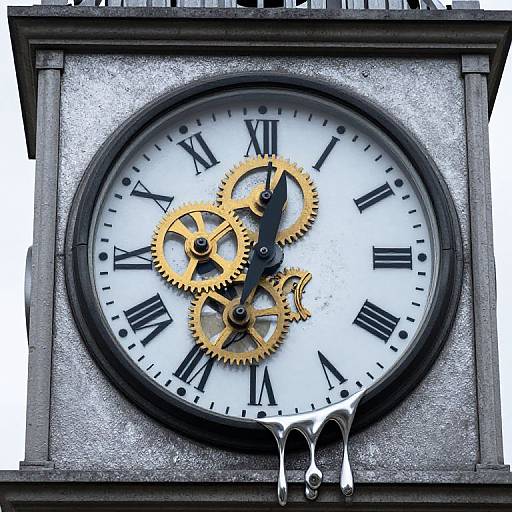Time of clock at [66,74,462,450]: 12:33
